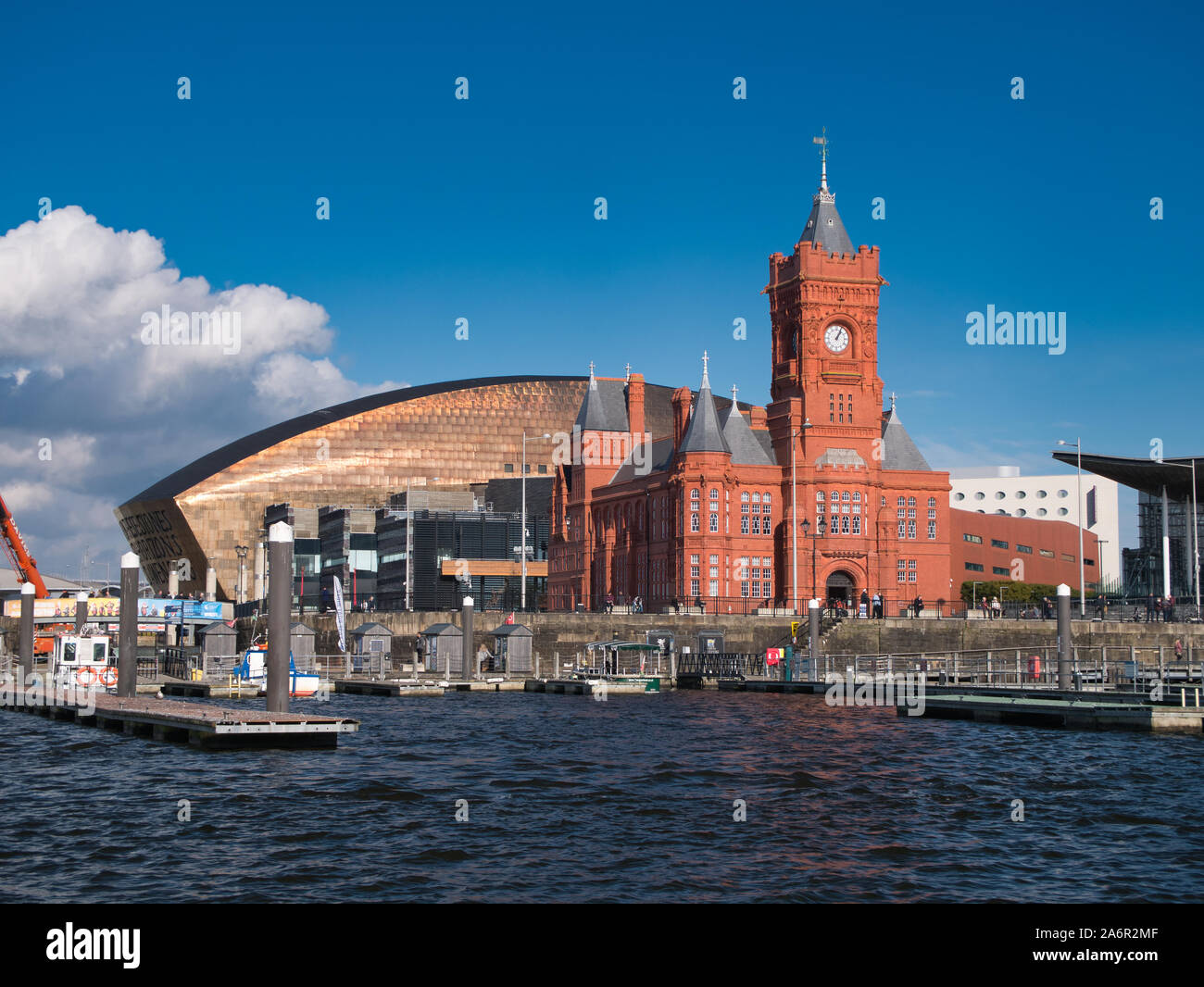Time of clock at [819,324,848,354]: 1:04
